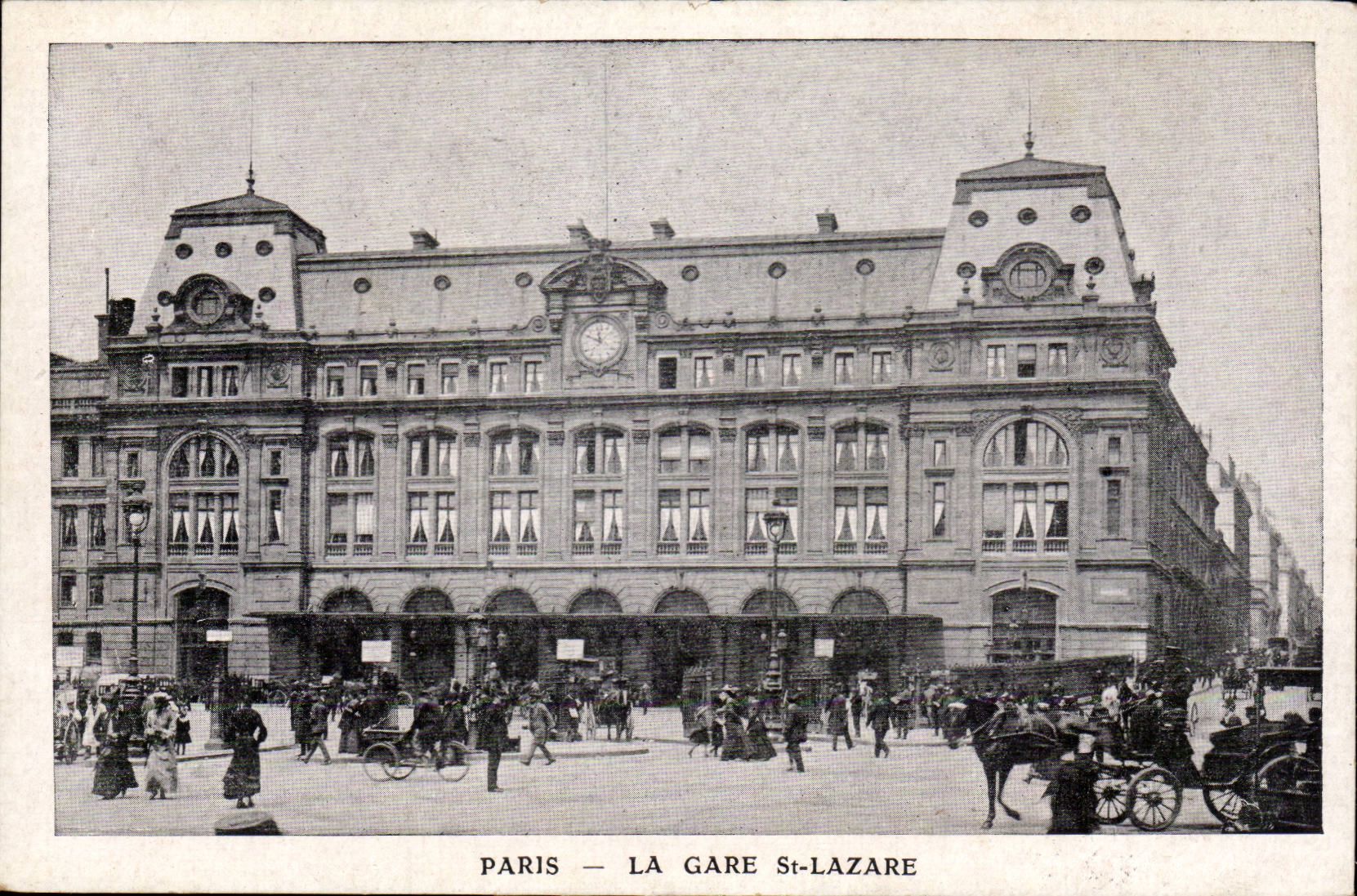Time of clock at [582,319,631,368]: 11:49
